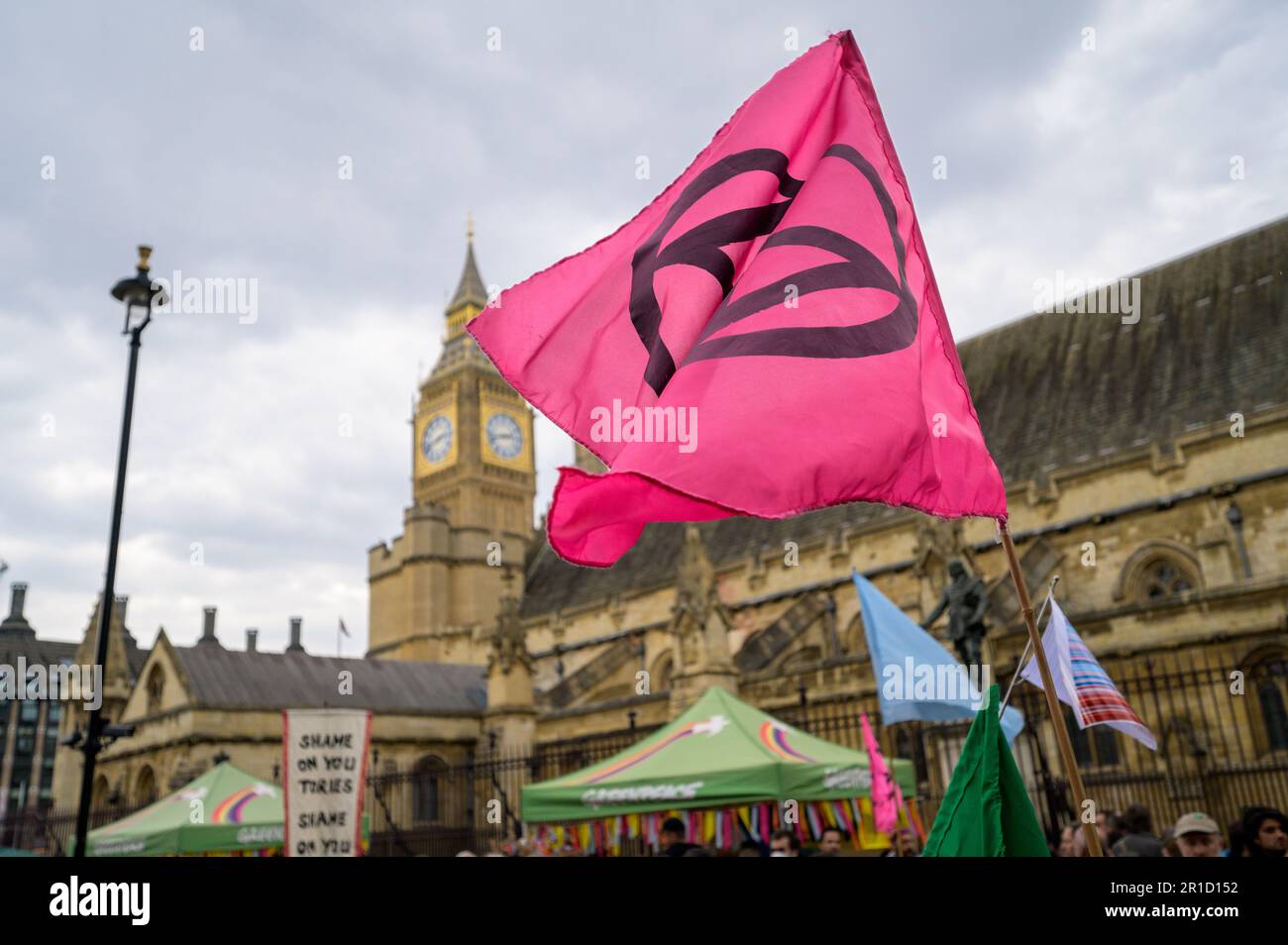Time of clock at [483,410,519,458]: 2:42
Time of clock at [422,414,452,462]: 2:42
